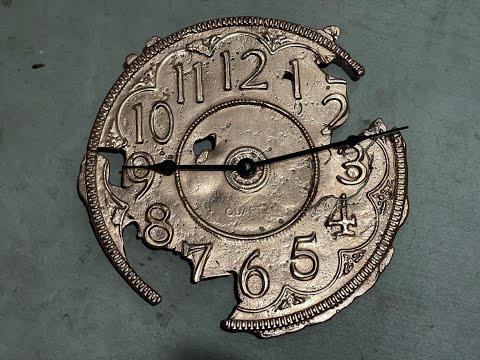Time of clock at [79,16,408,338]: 9:12
